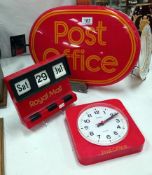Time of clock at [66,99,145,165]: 2:11
